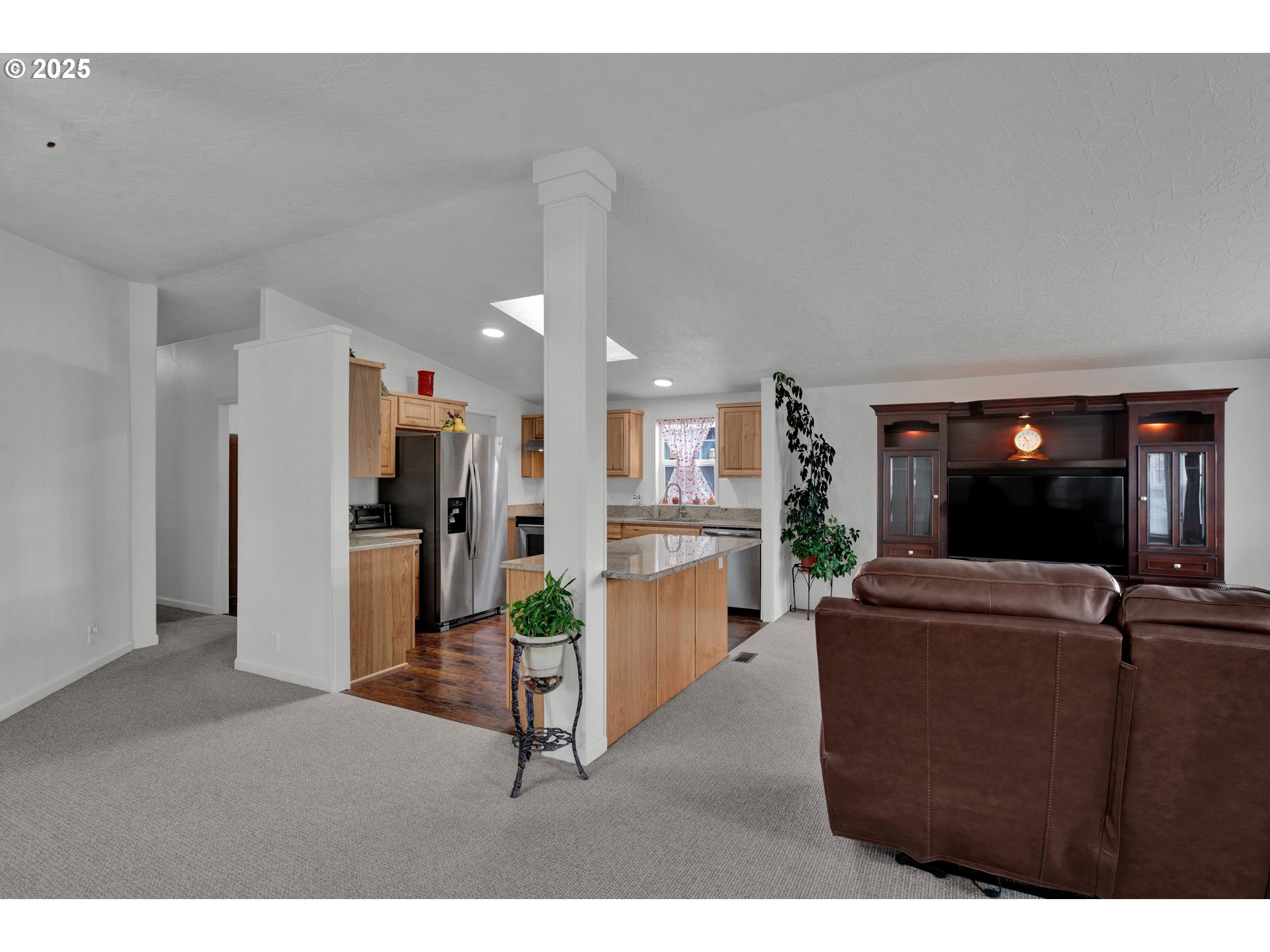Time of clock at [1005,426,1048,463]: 10:36
